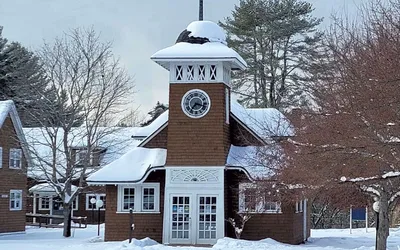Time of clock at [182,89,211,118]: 7:17
